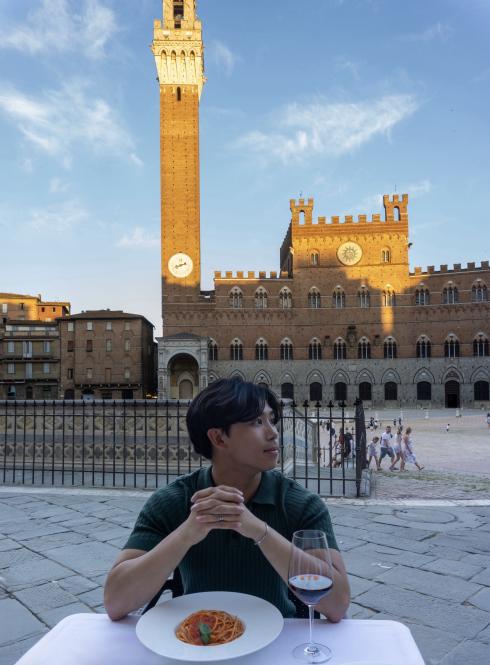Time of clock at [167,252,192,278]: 8:11
